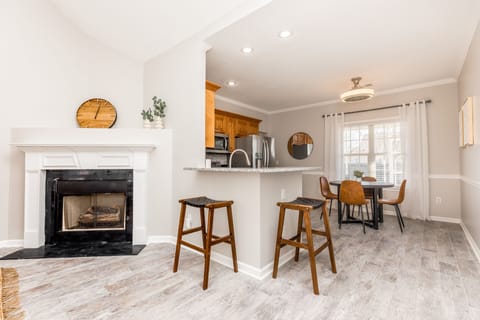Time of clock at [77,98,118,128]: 6:02
